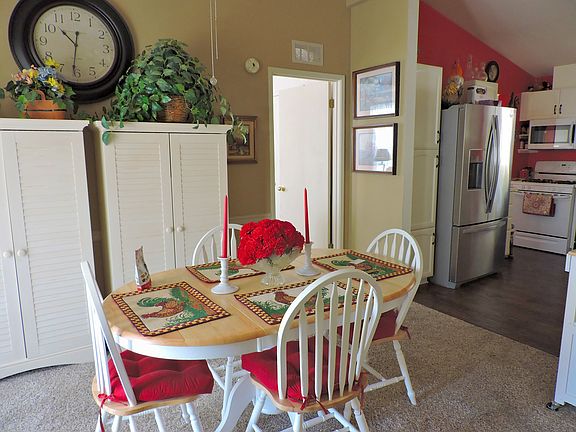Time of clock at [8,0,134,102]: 10:31
